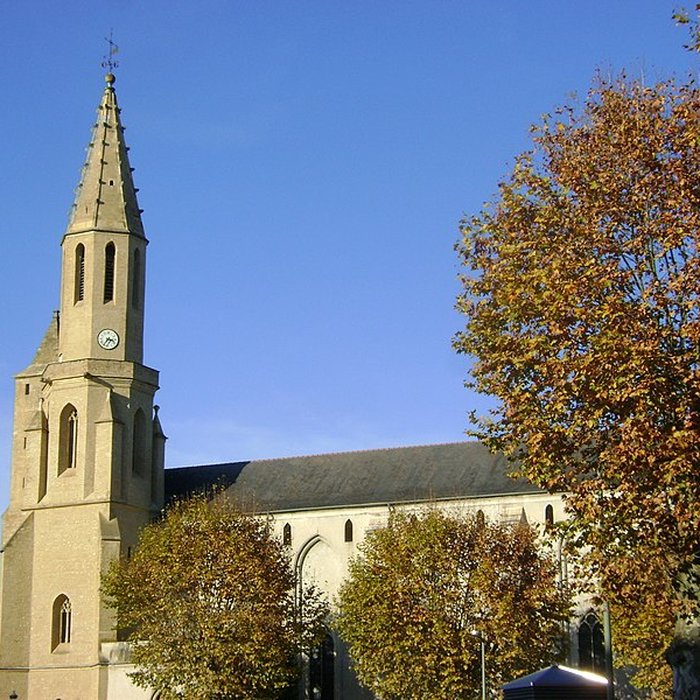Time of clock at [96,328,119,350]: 3:35
